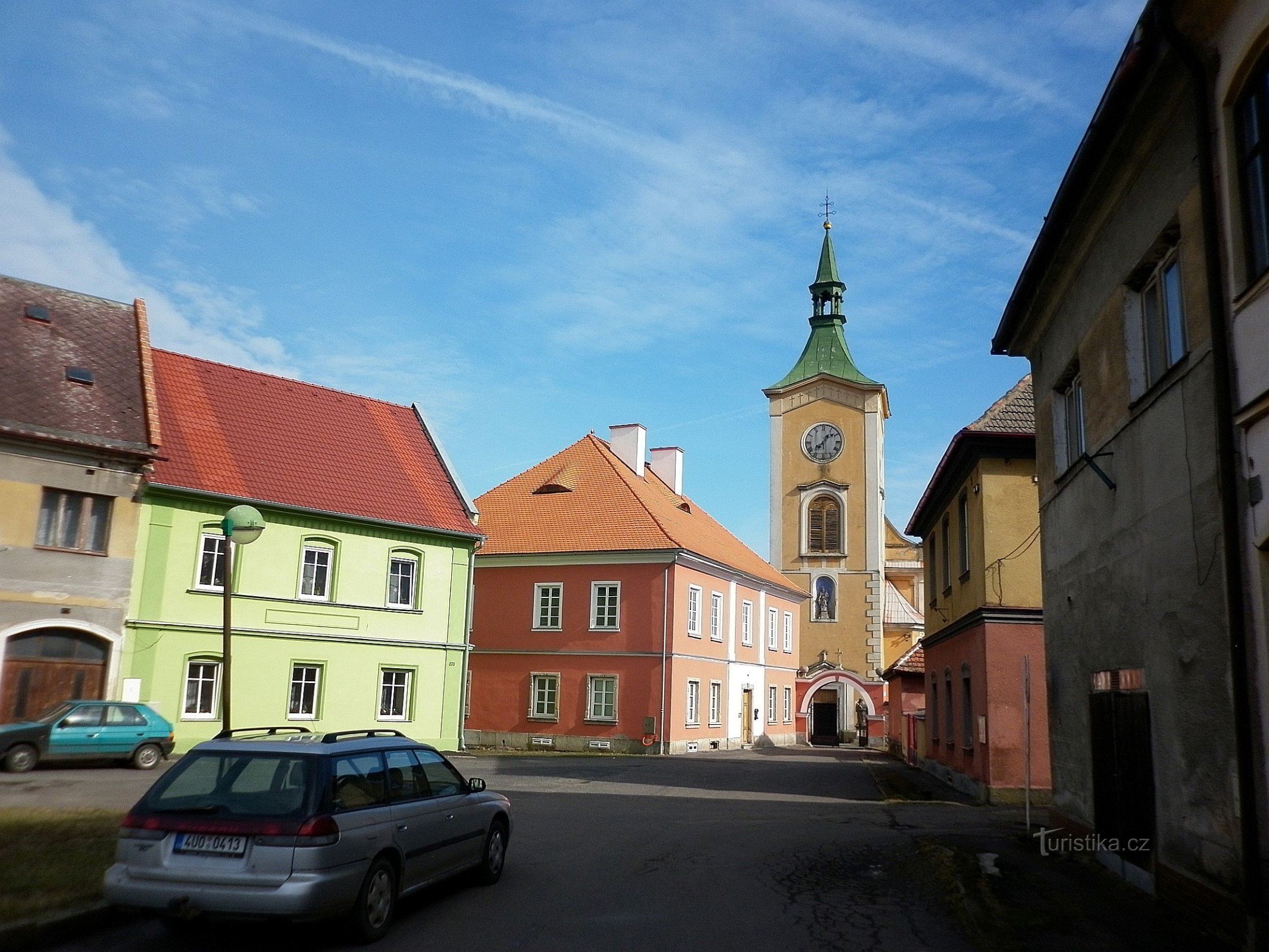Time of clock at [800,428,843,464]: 1:08
